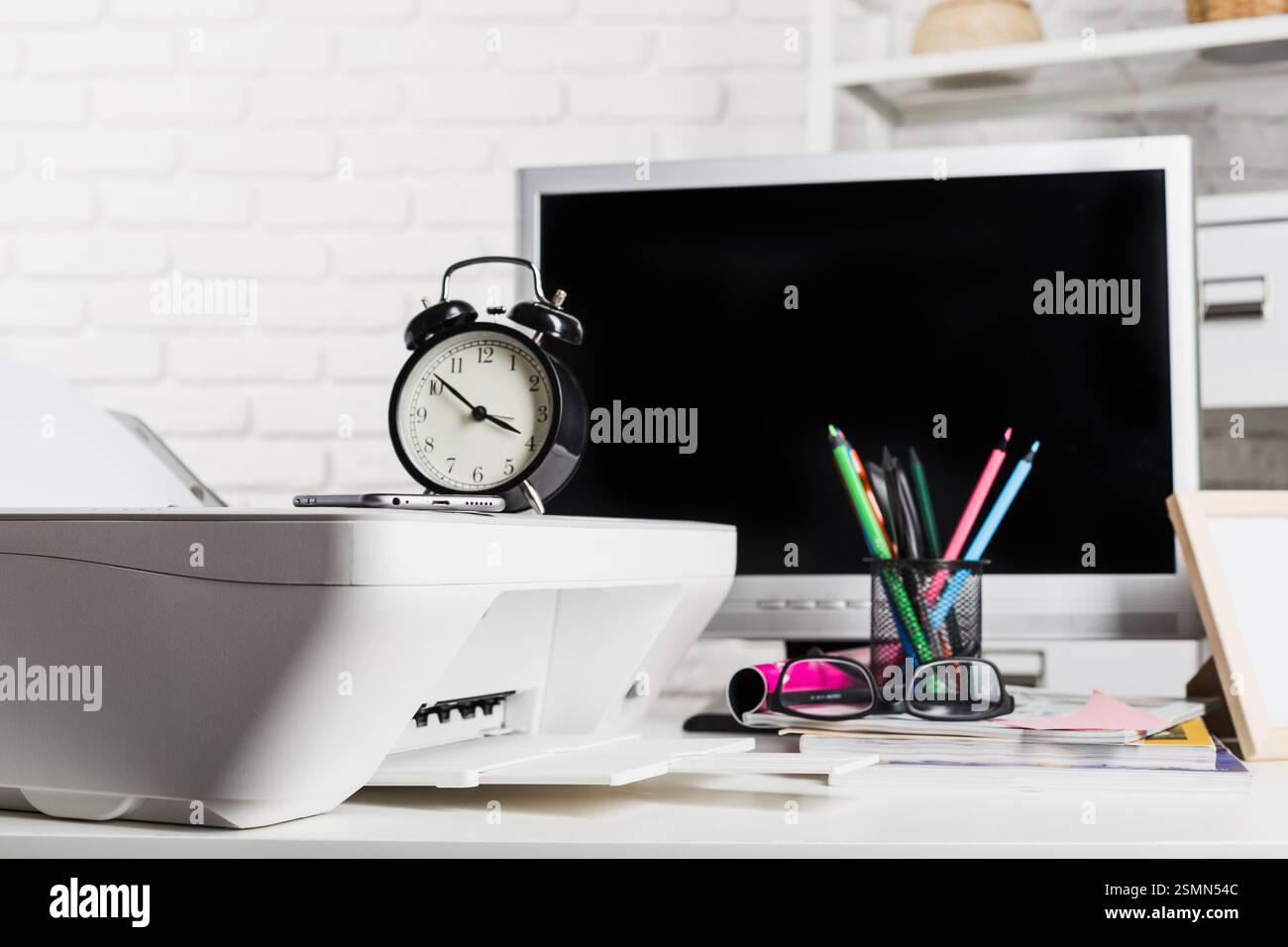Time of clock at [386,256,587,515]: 3:51
